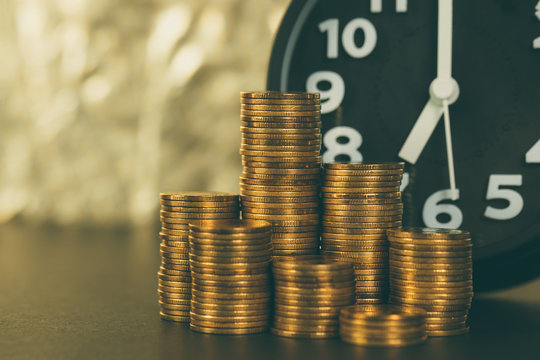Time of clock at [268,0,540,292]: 7:00
